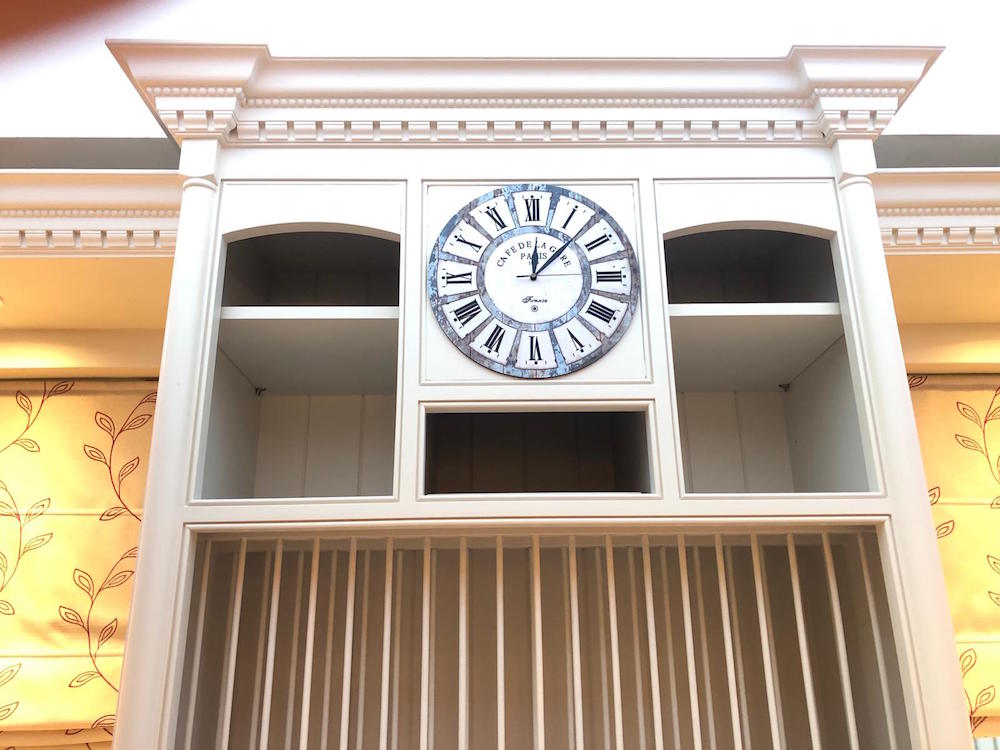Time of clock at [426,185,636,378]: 12:07
